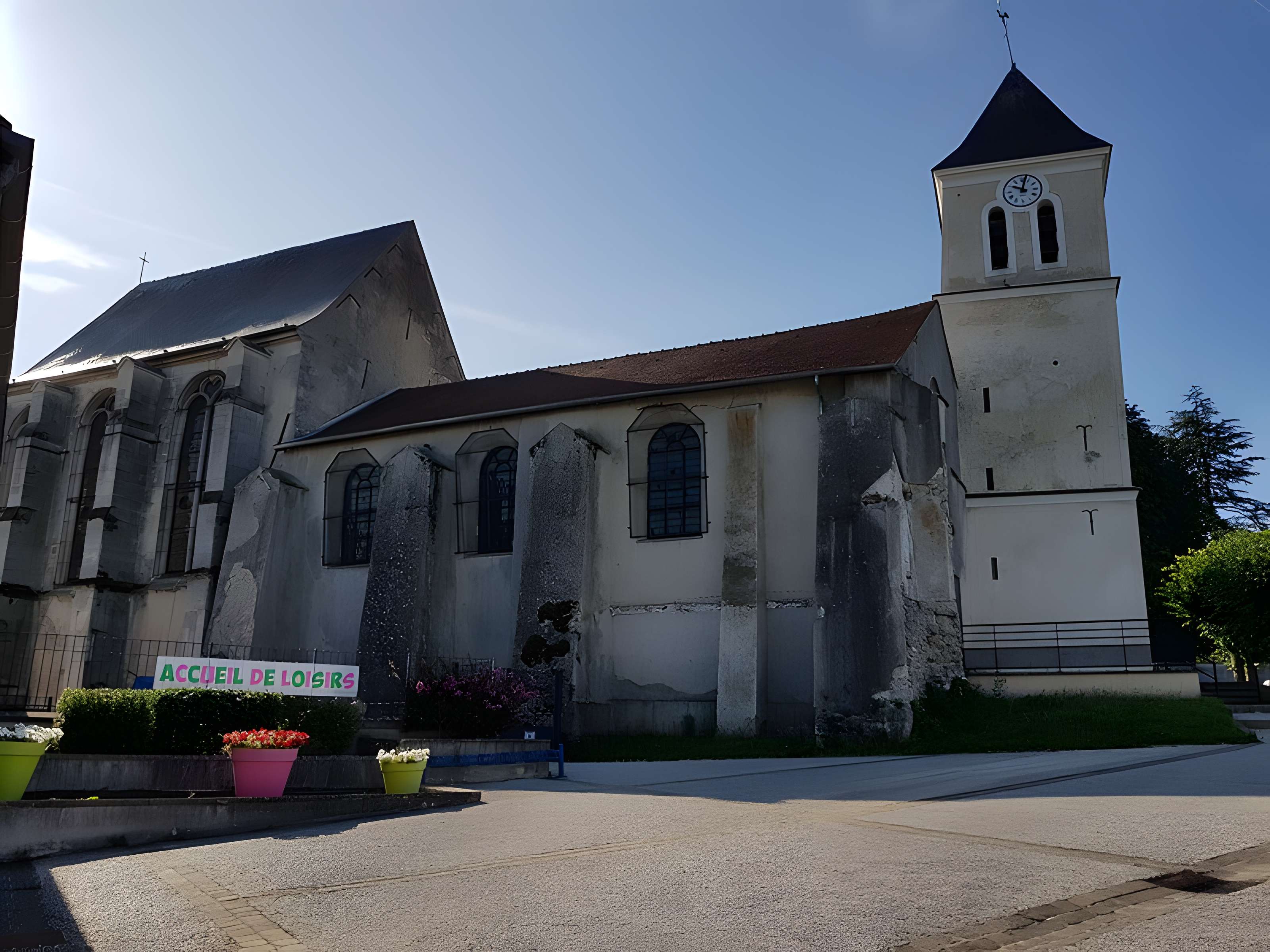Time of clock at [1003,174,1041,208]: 10:02
